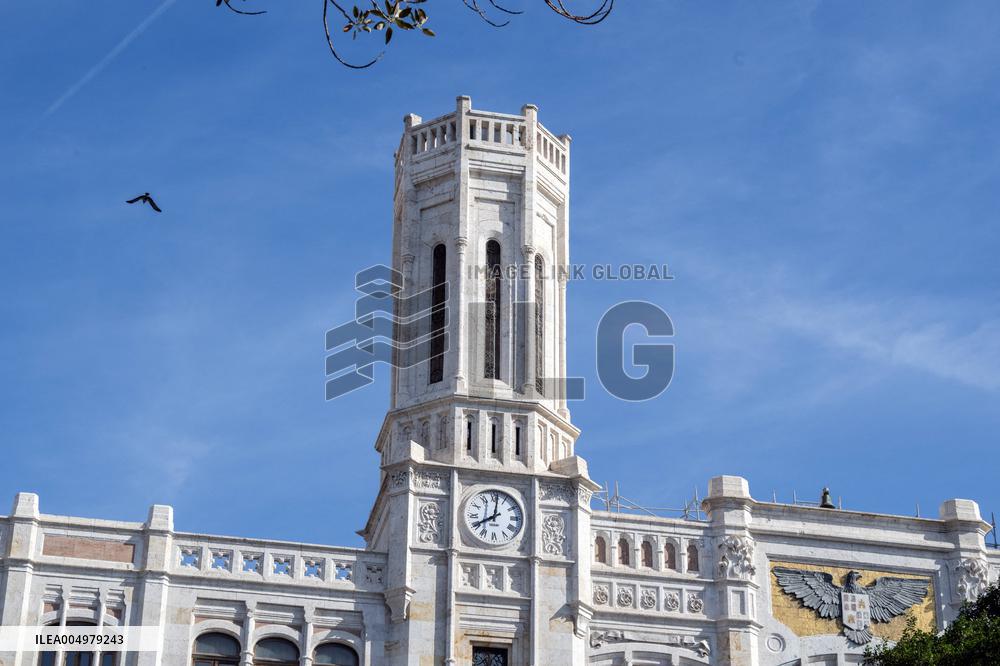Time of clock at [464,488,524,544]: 8:01
